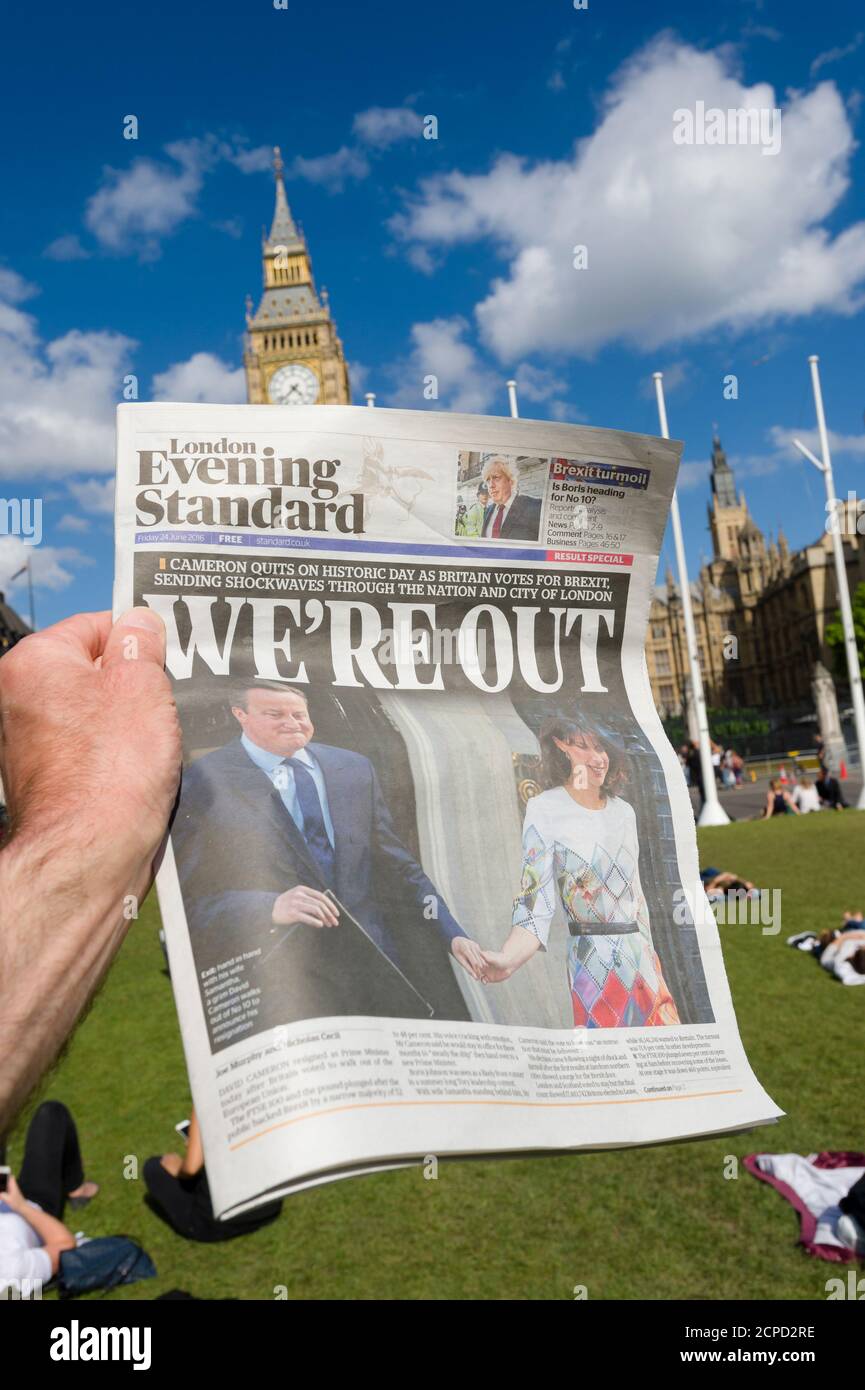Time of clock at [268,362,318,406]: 4:37
